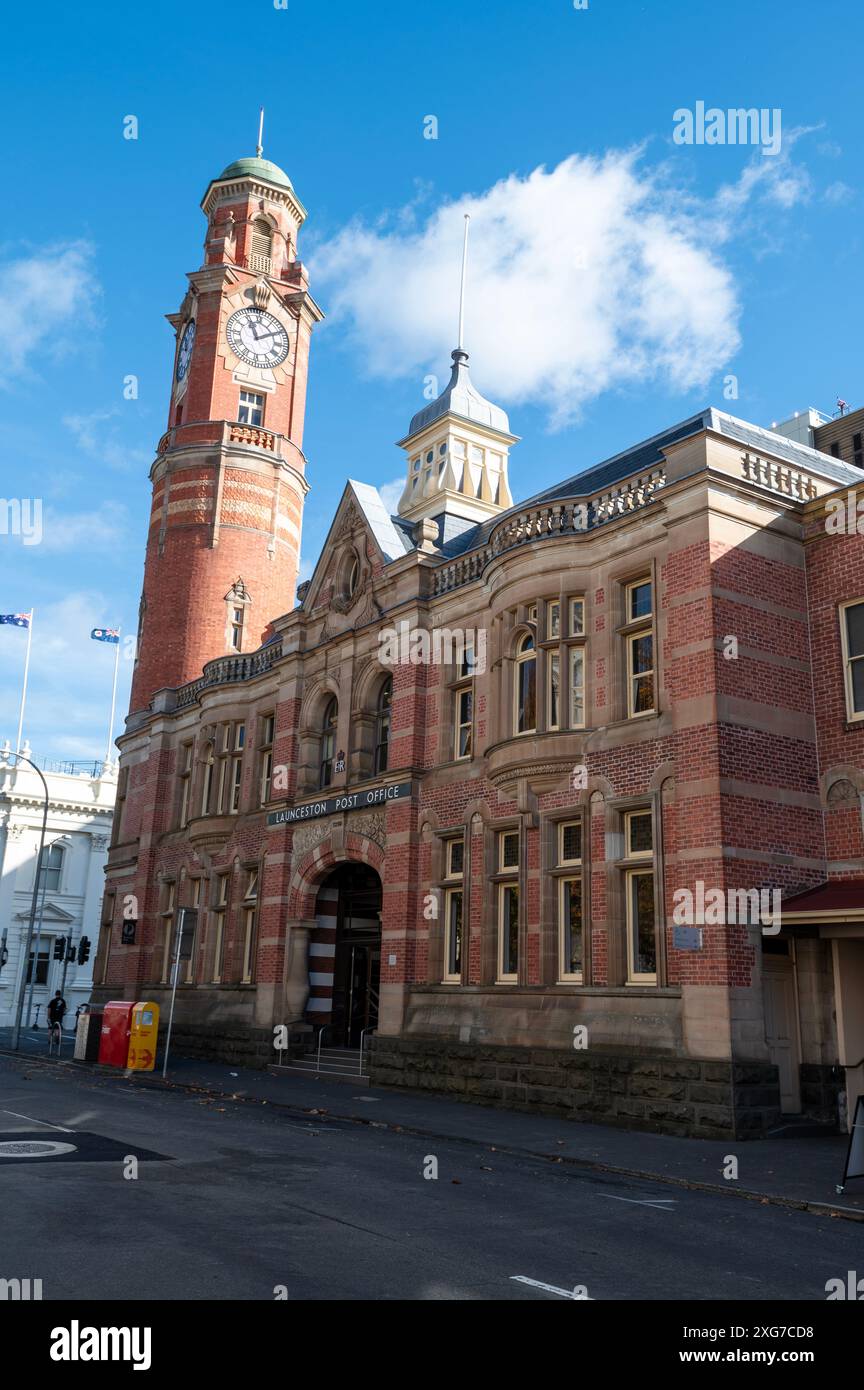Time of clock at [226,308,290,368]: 11:09
